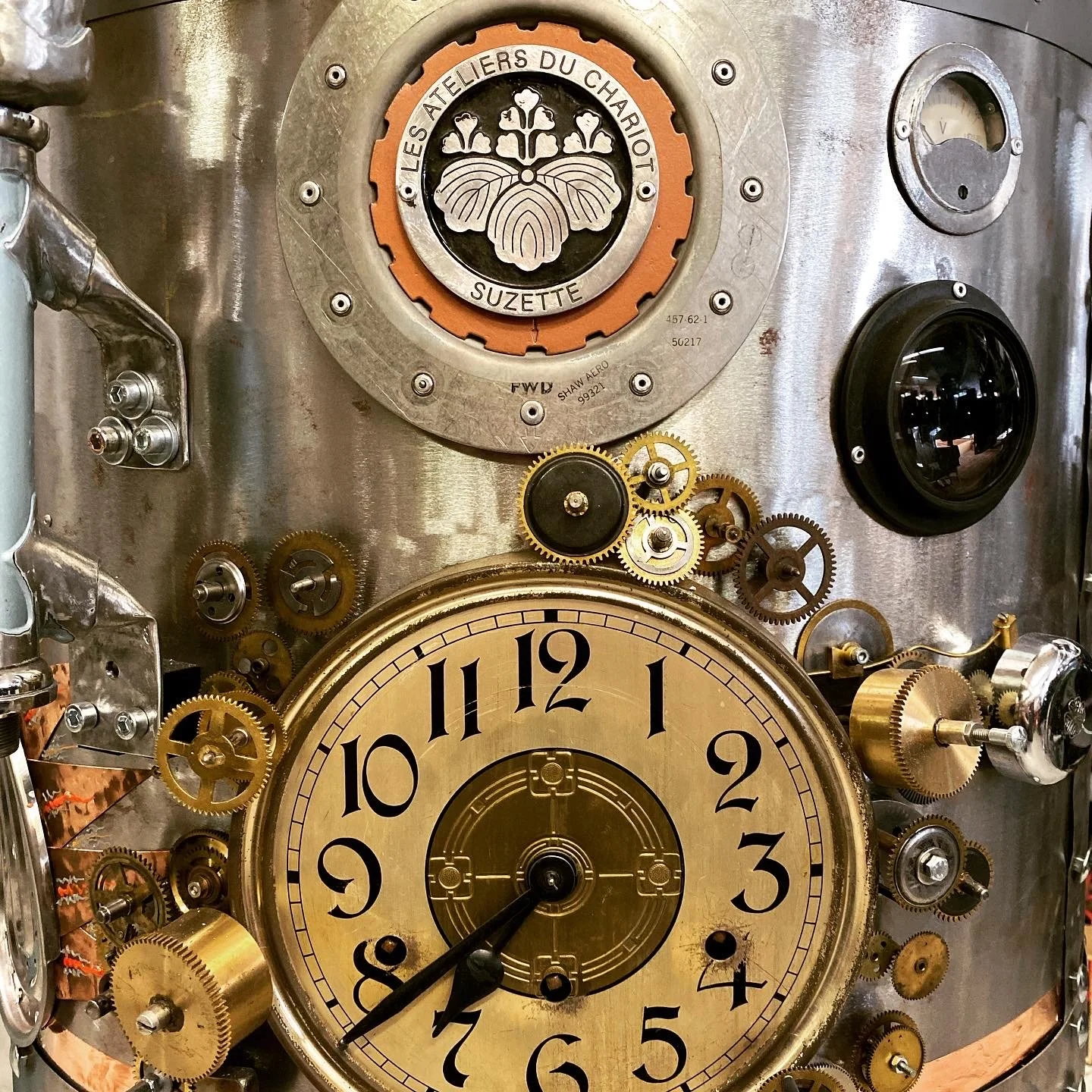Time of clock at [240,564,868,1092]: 7:38
